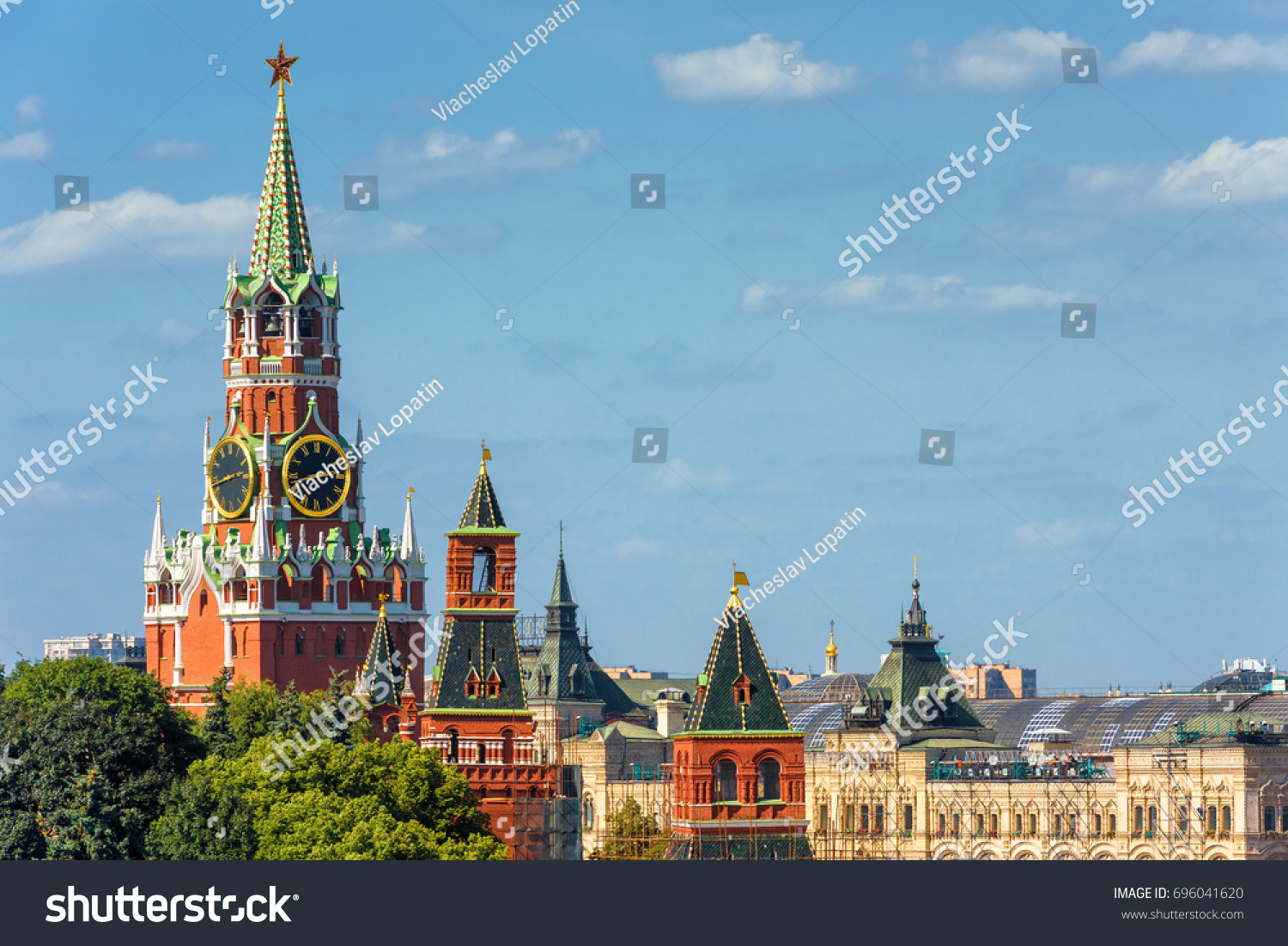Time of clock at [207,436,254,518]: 2:42
